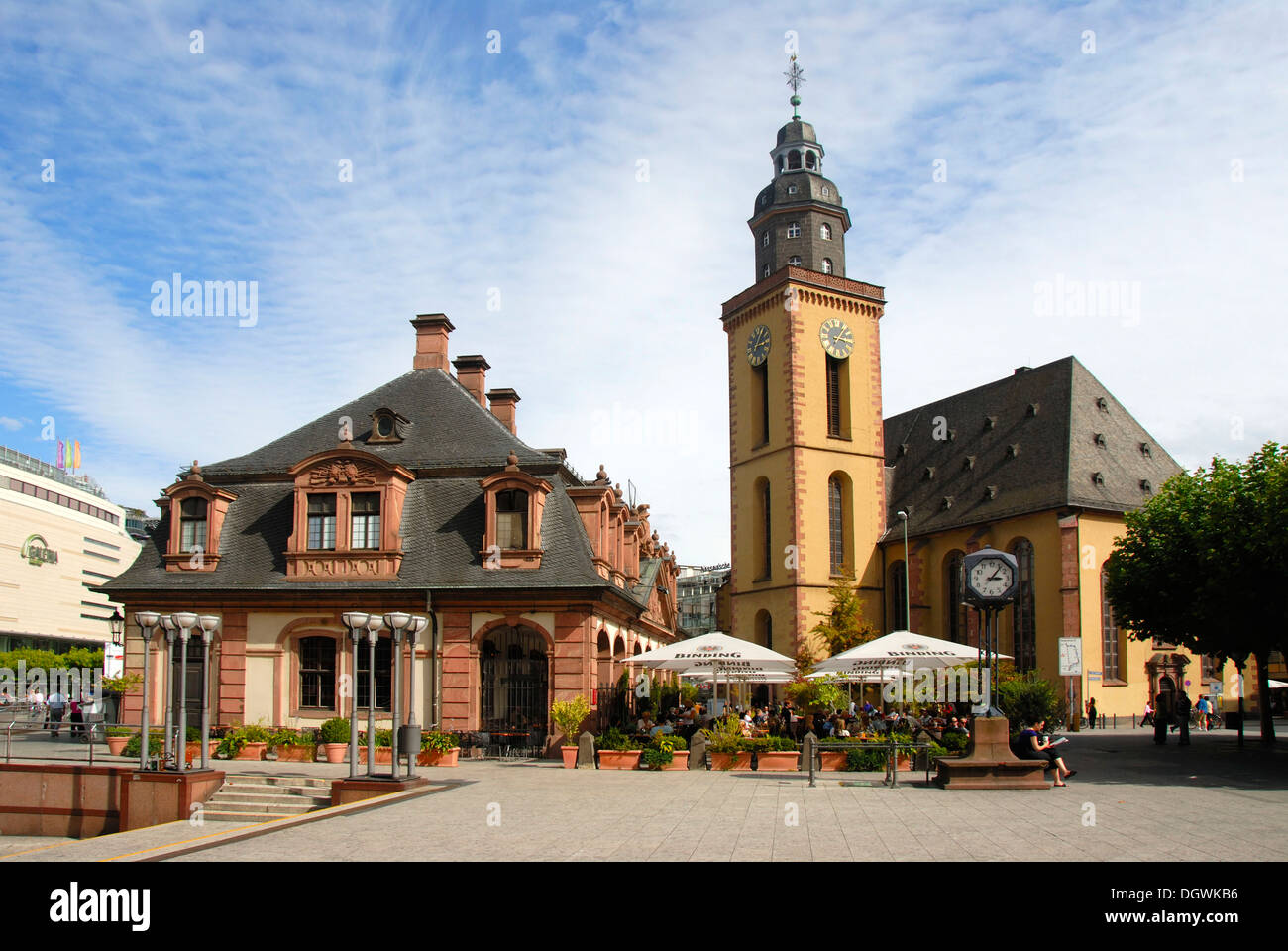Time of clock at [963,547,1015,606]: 3:06
